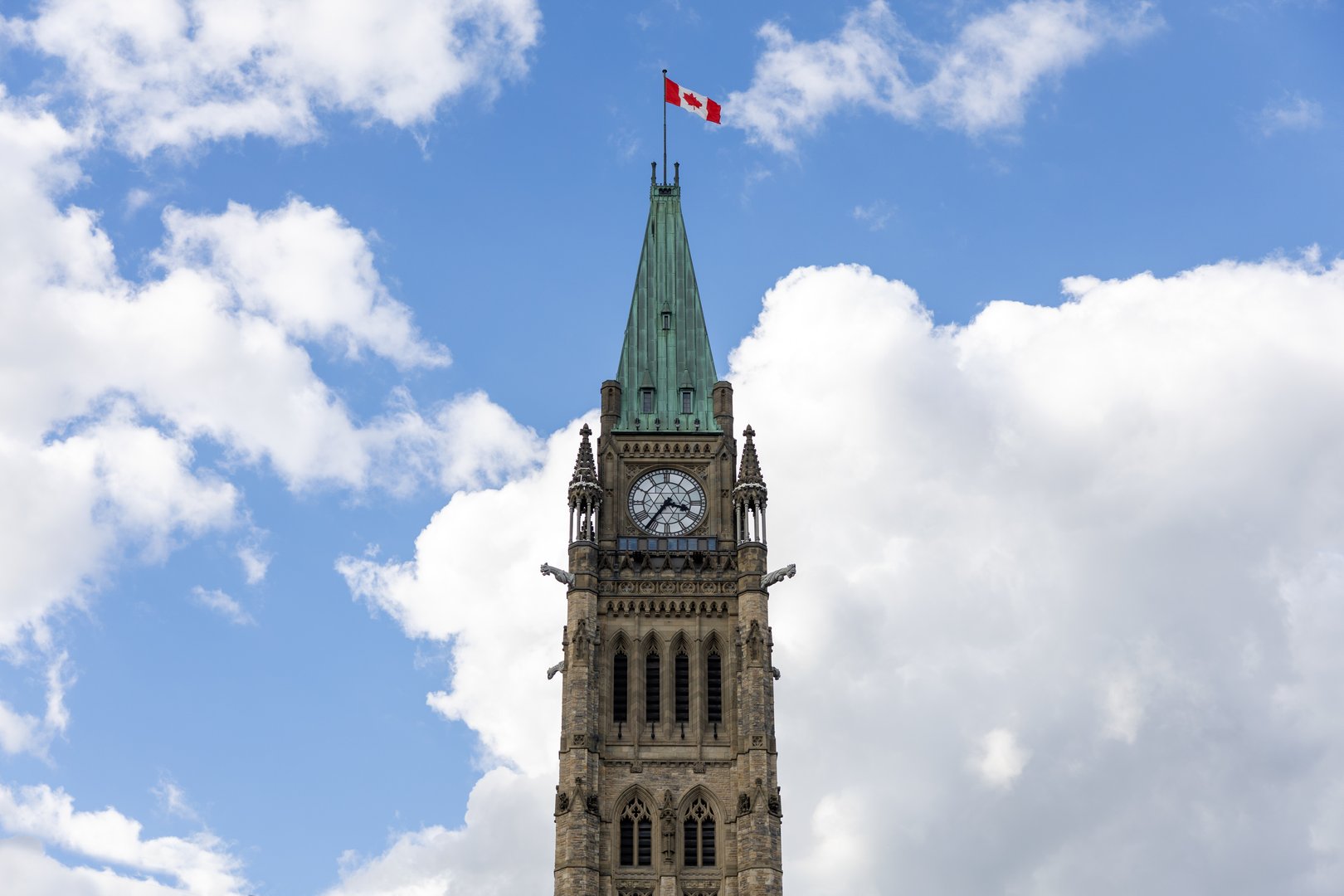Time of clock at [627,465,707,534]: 3:35
